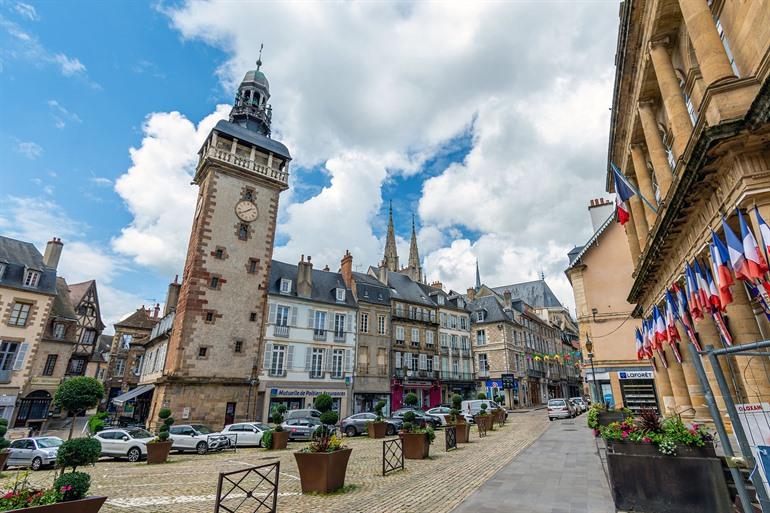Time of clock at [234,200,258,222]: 1:39
